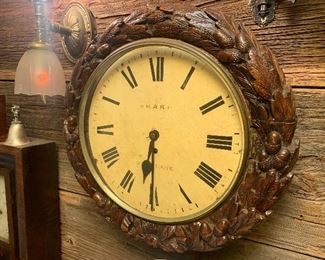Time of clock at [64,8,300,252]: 6:30
